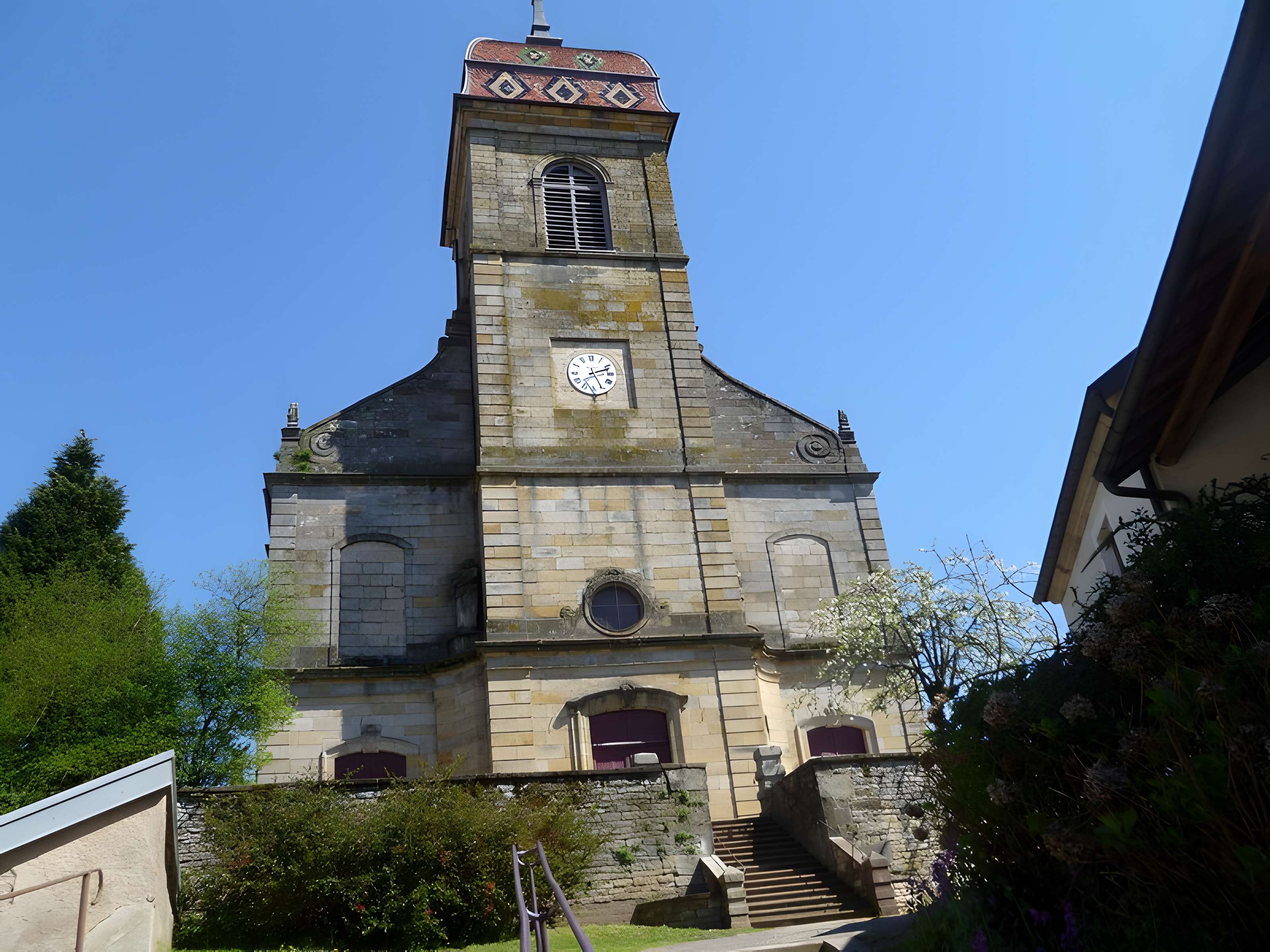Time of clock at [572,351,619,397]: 2:25
